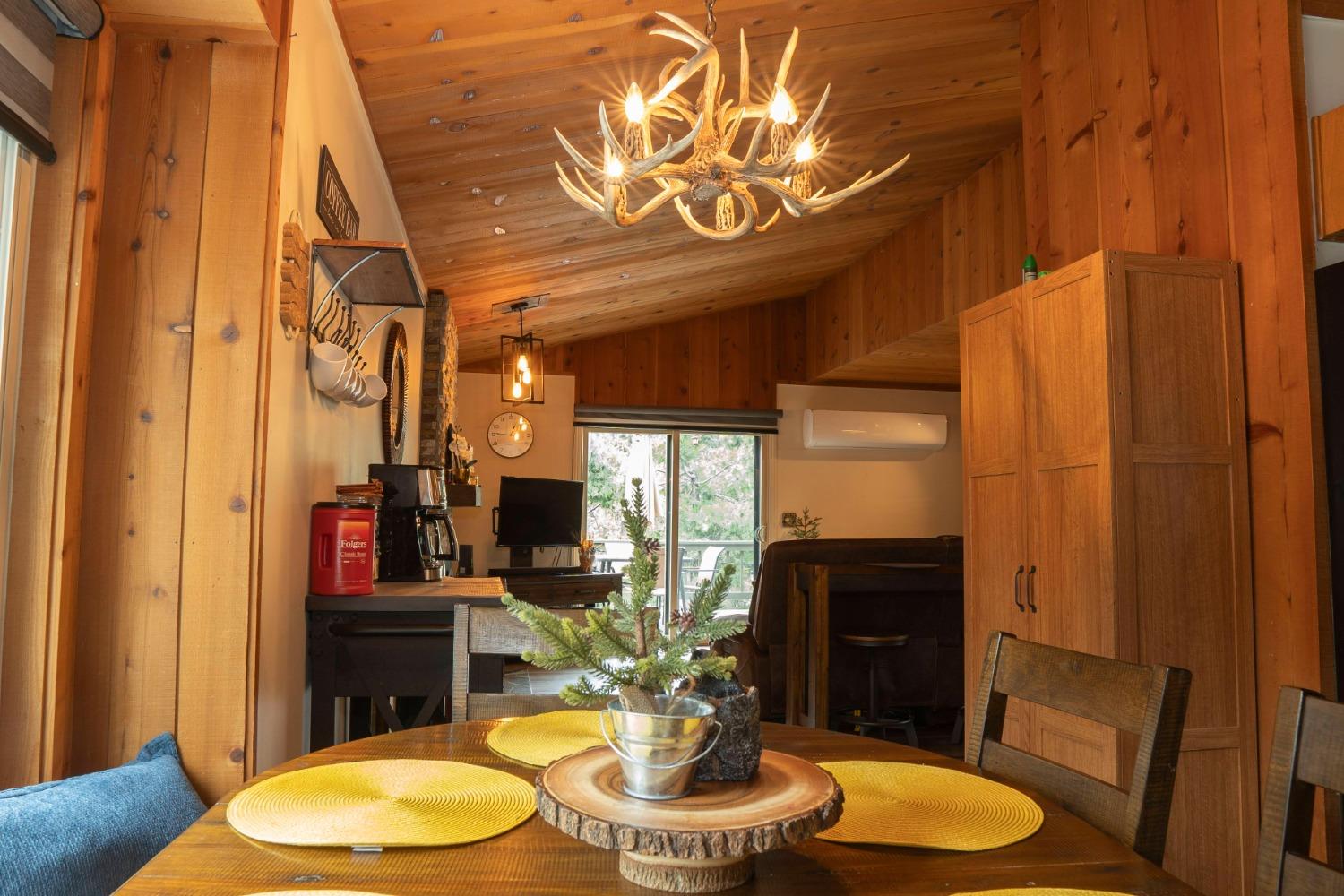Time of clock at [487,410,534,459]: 12:46
